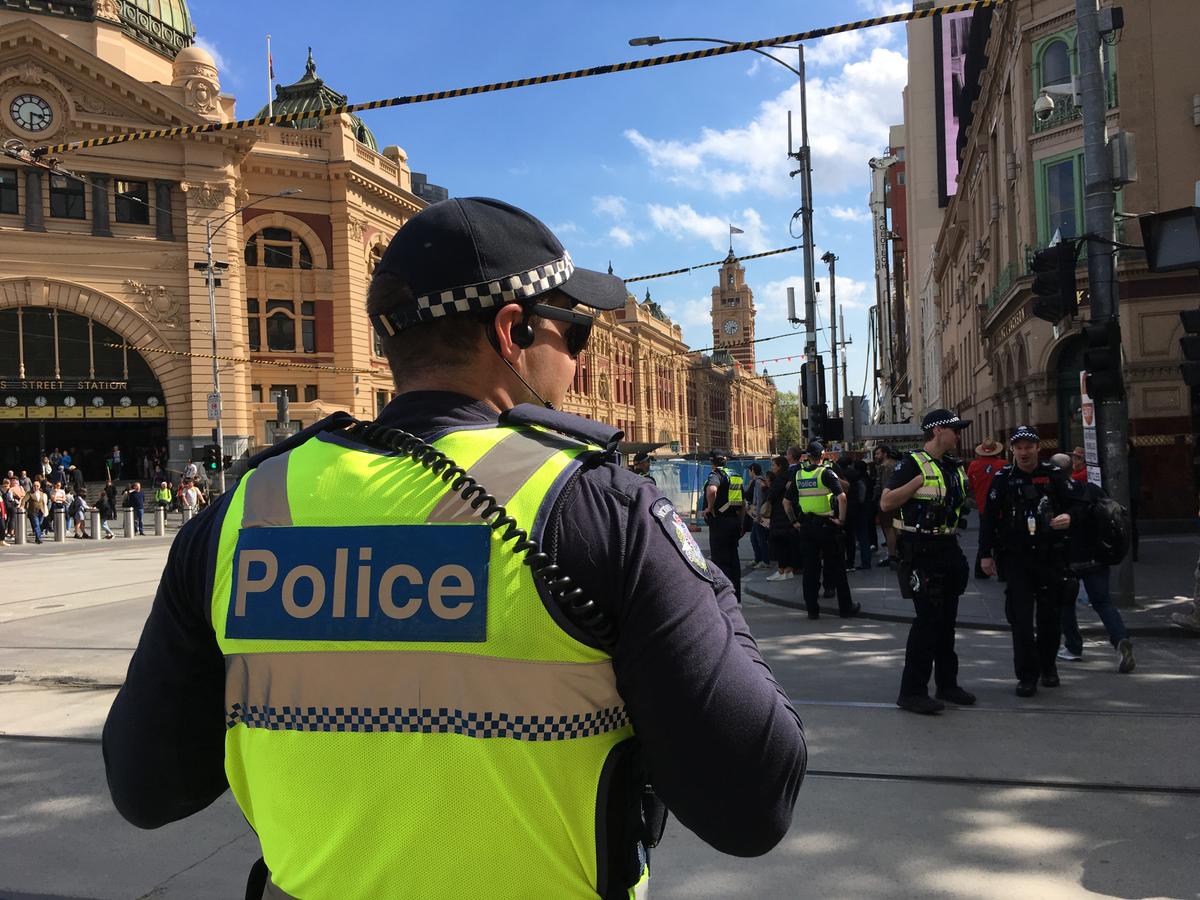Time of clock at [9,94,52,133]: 3:30
